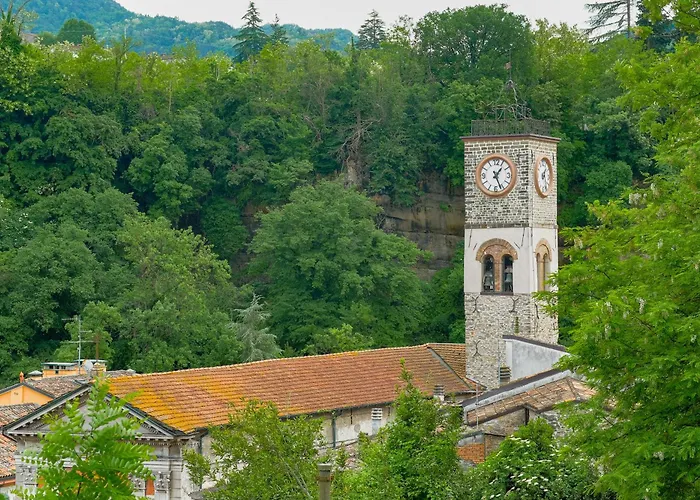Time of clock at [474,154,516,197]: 1:26
